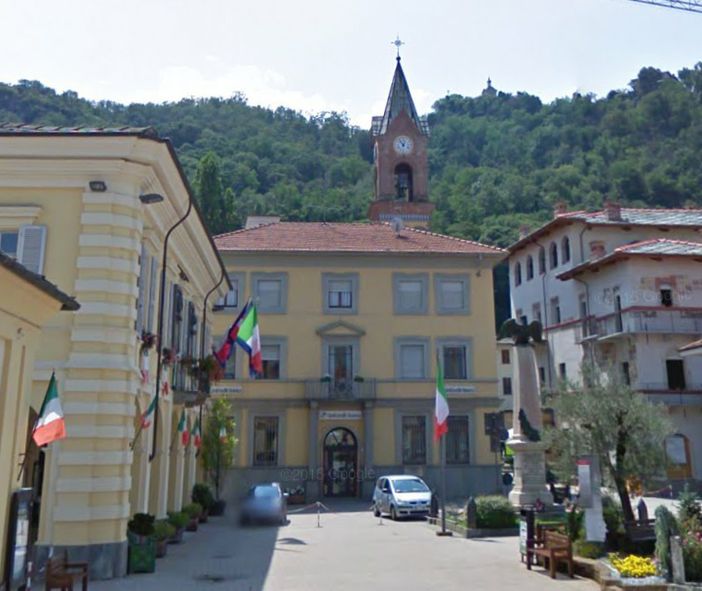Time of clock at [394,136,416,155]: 12:53
